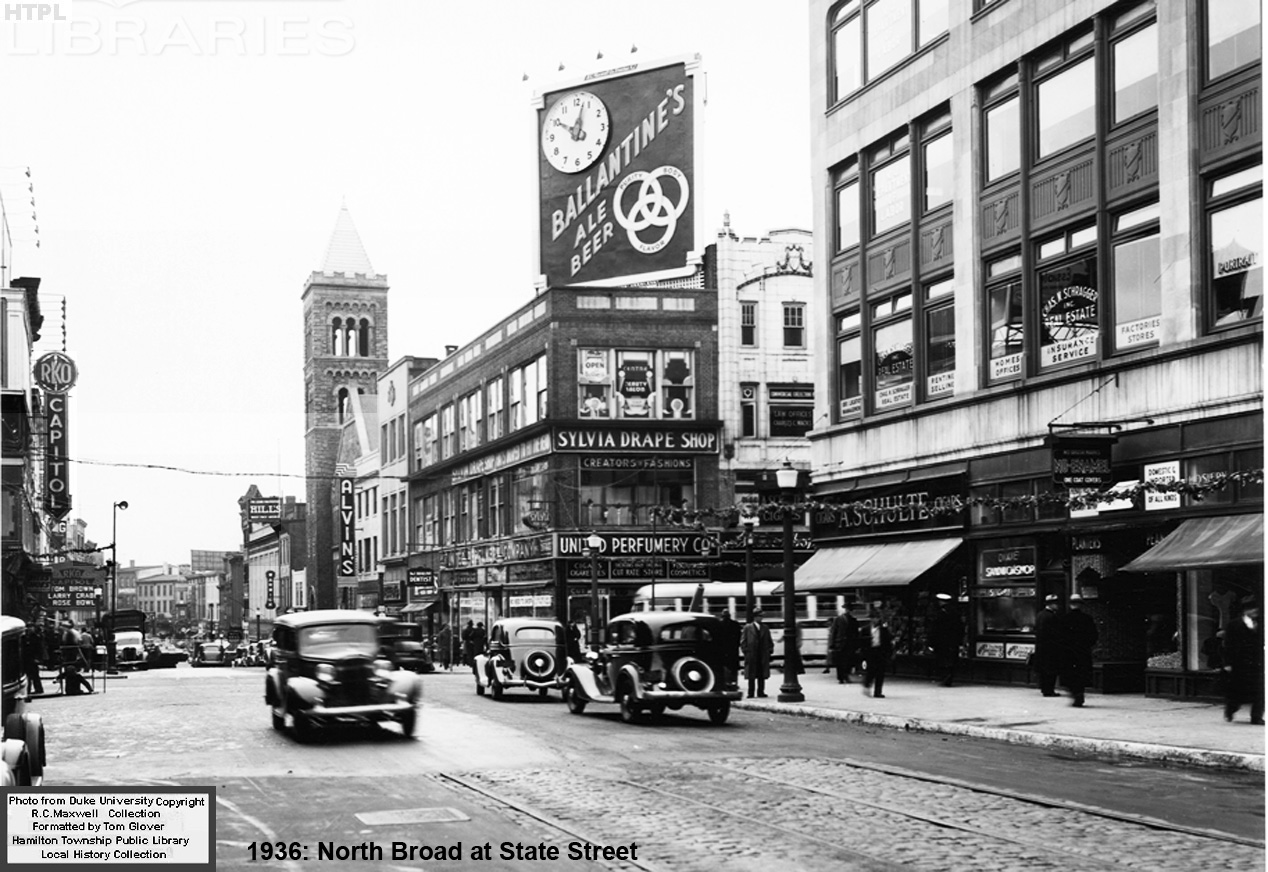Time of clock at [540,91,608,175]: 10:02
